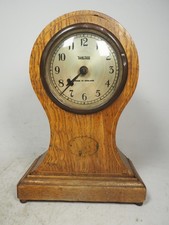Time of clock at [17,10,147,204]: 7:37
